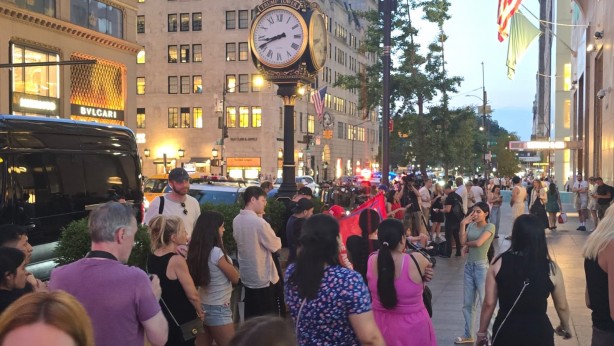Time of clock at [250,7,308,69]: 8:40
